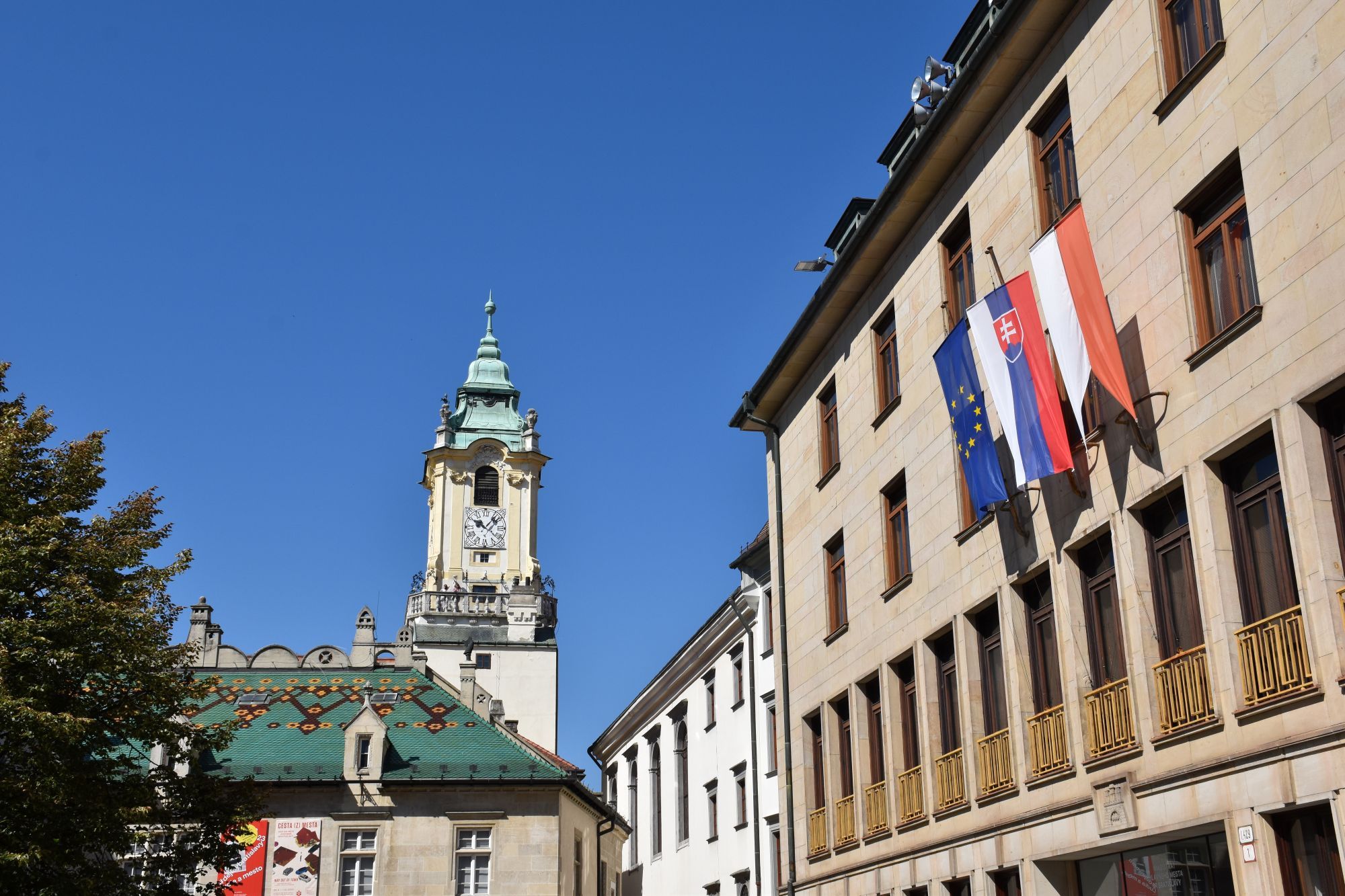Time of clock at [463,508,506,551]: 10:07
